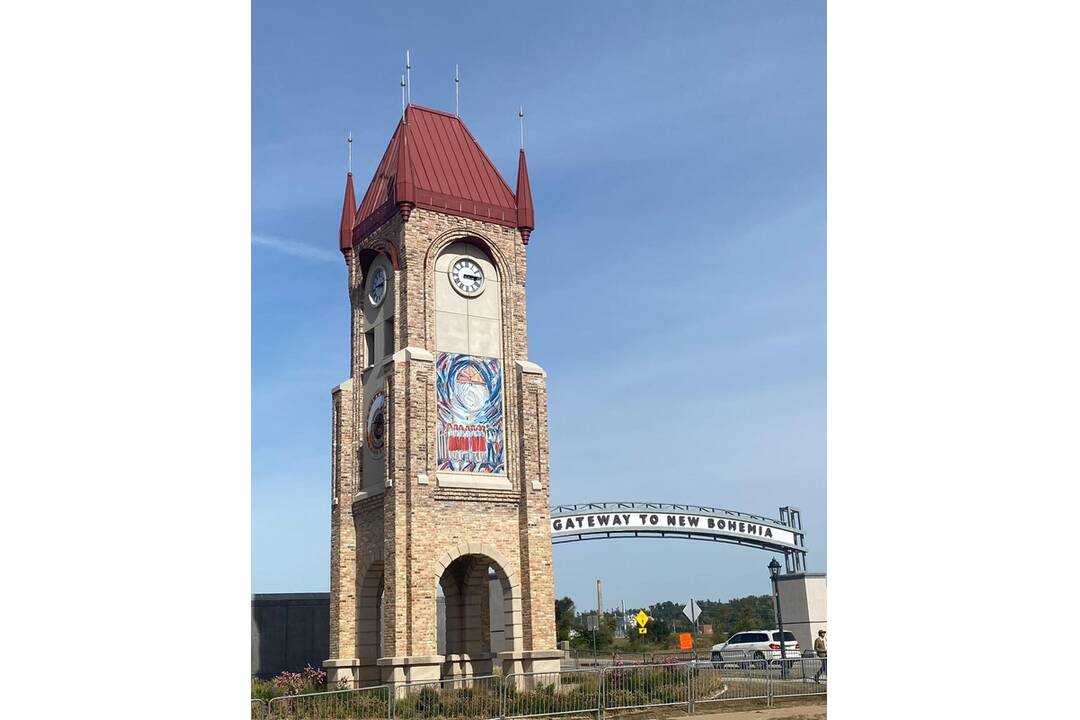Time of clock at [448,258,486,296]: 3:14
